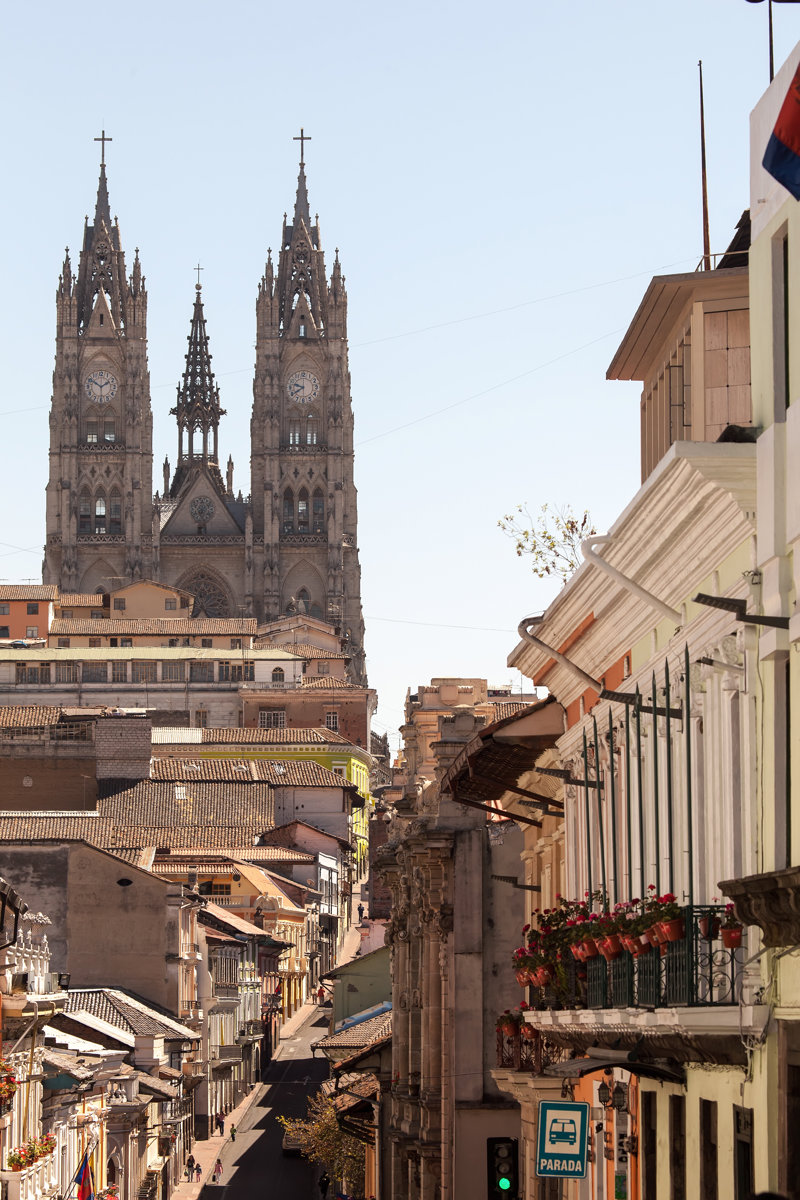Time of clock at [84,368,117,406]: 1:50
